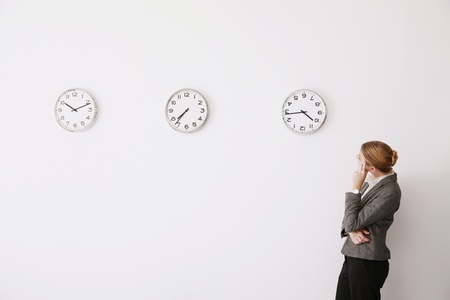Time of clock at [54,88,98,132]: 10:11
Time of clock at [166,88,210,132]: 7:36
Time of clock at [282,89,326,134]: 4:43
